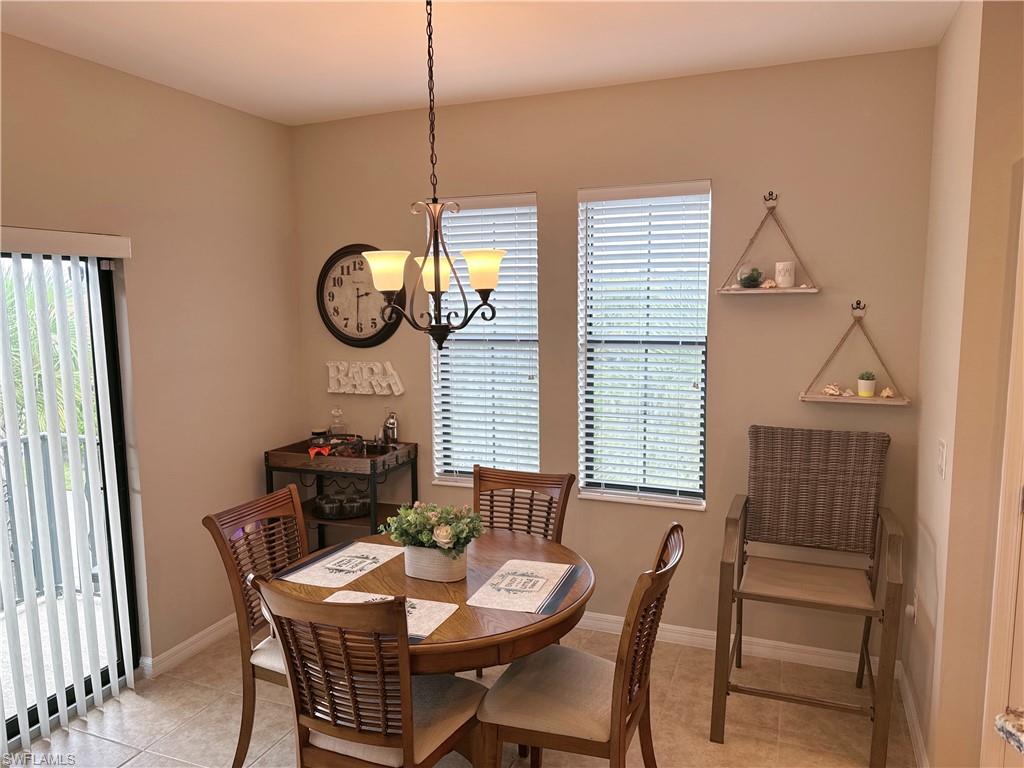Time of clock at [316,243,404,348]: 2:30
